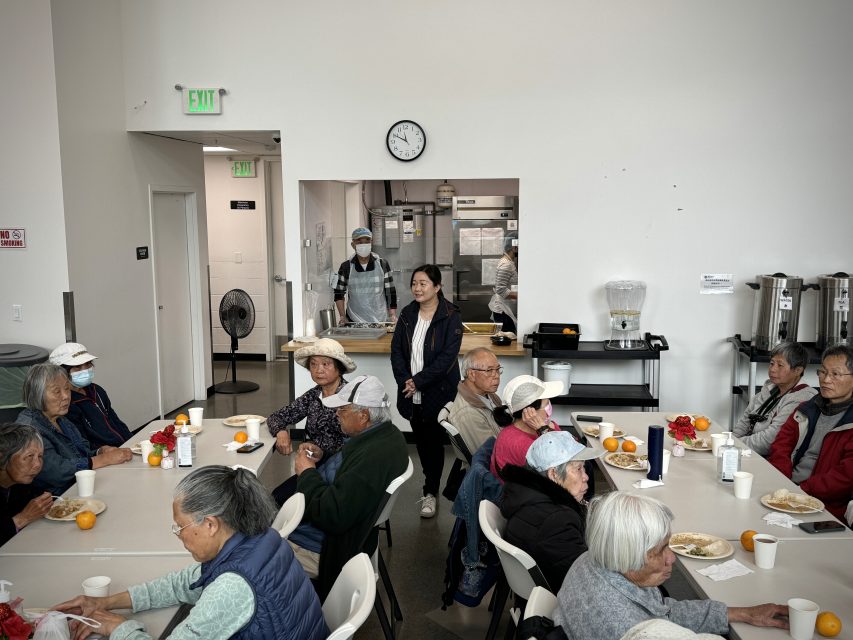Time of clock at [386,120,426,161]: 11:49
